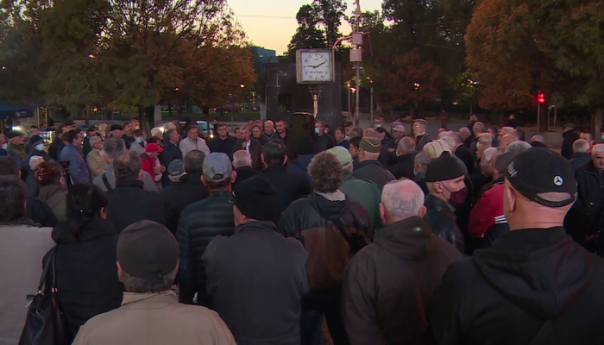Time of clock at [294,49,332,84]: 9:10
